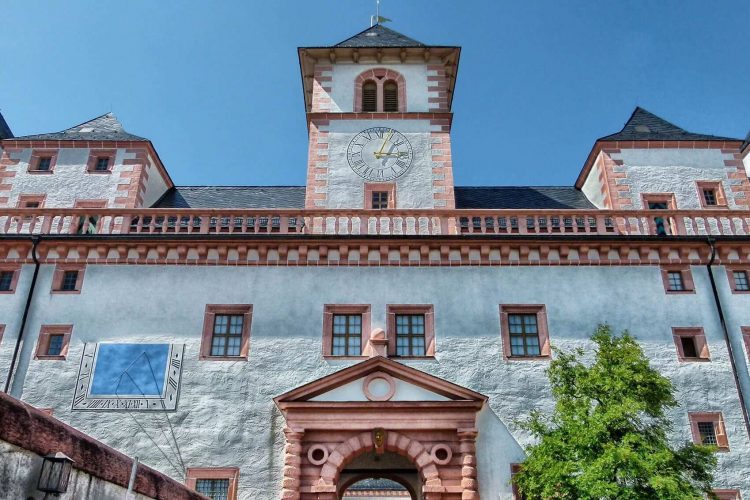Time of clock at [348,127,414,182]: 3:03
